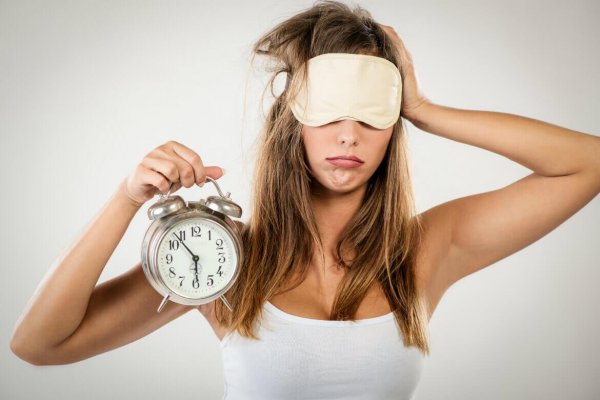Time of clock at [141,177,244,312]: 5:53
